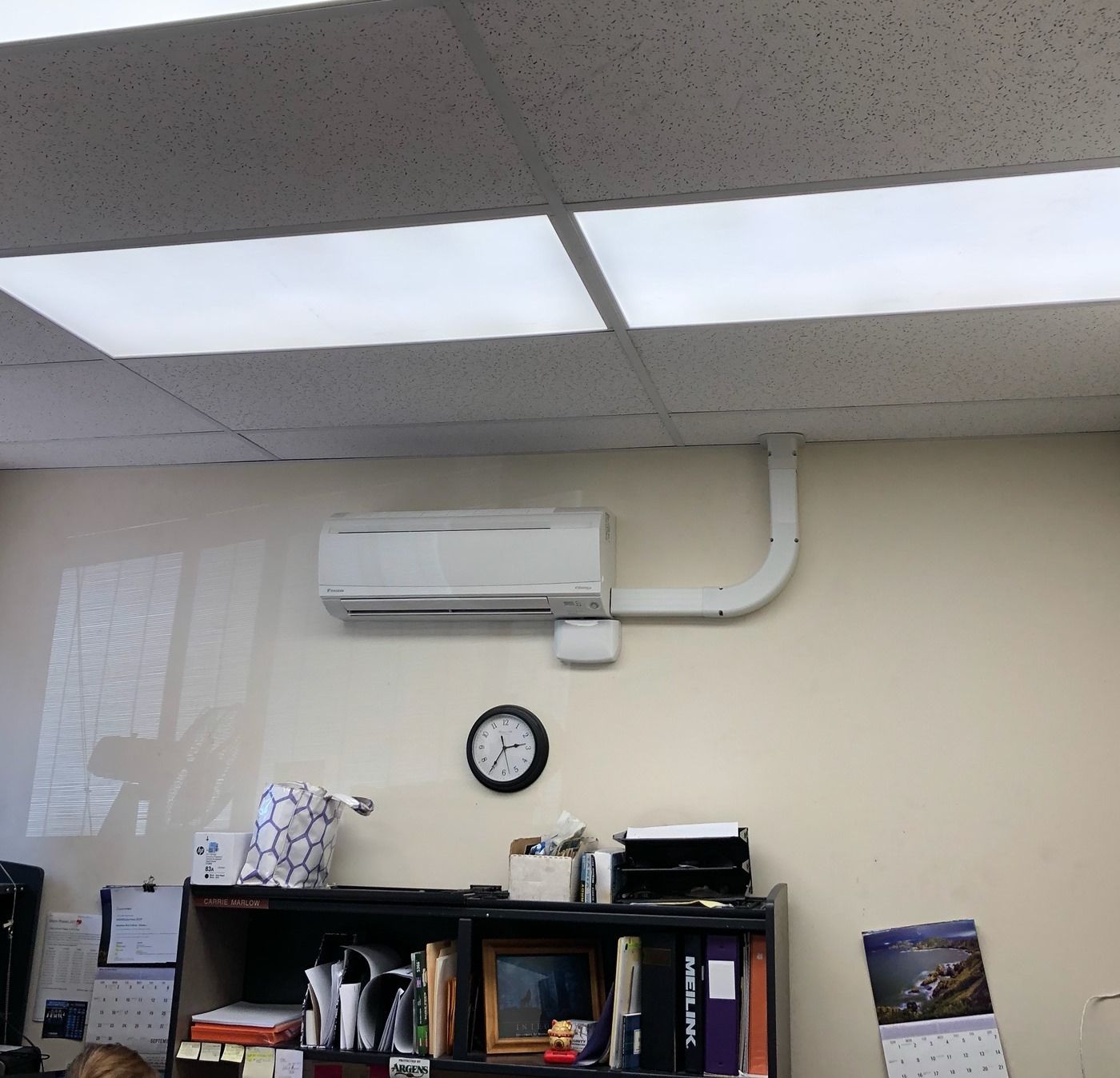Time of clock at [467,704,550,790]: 2:35
